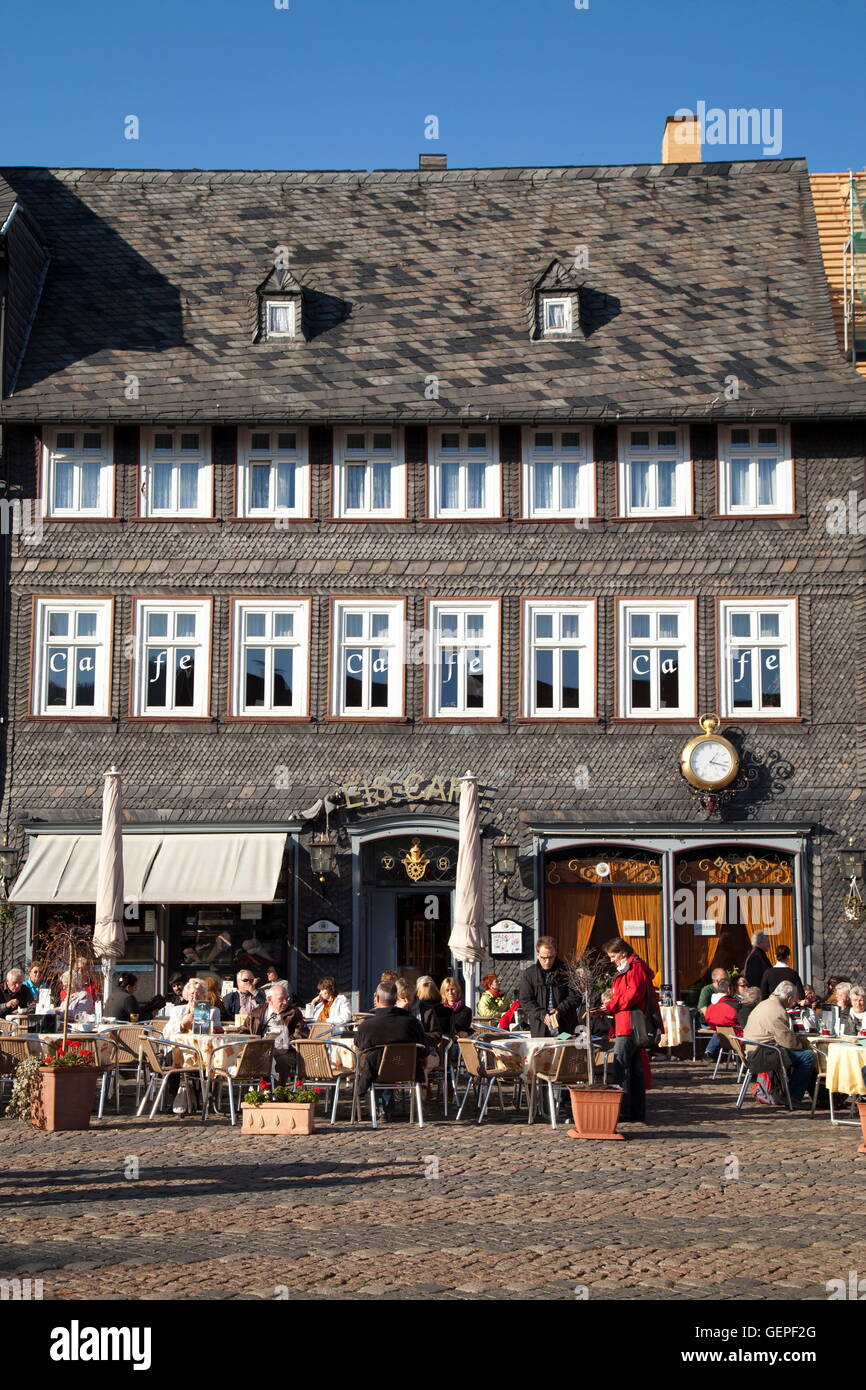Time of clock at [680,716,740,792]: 1:17
